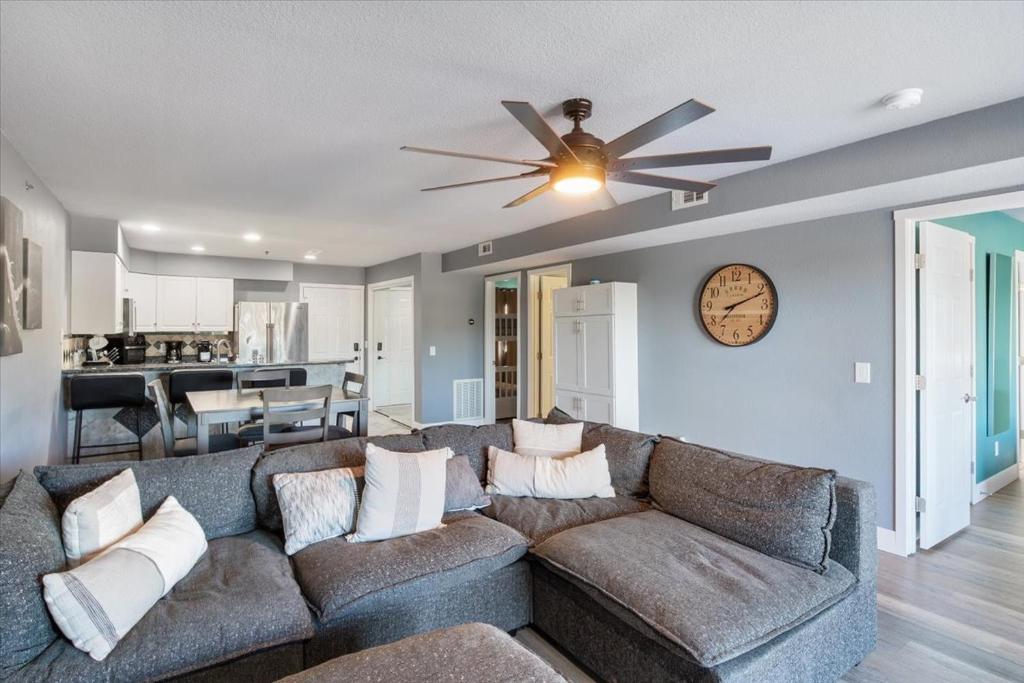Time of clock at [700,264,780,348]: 7:11
